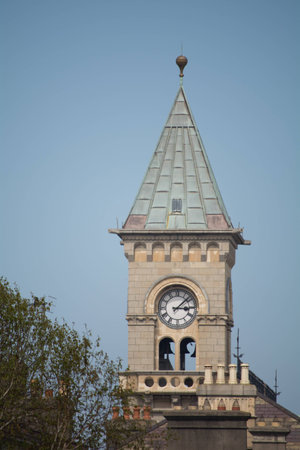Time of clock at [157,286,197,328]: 3:08
